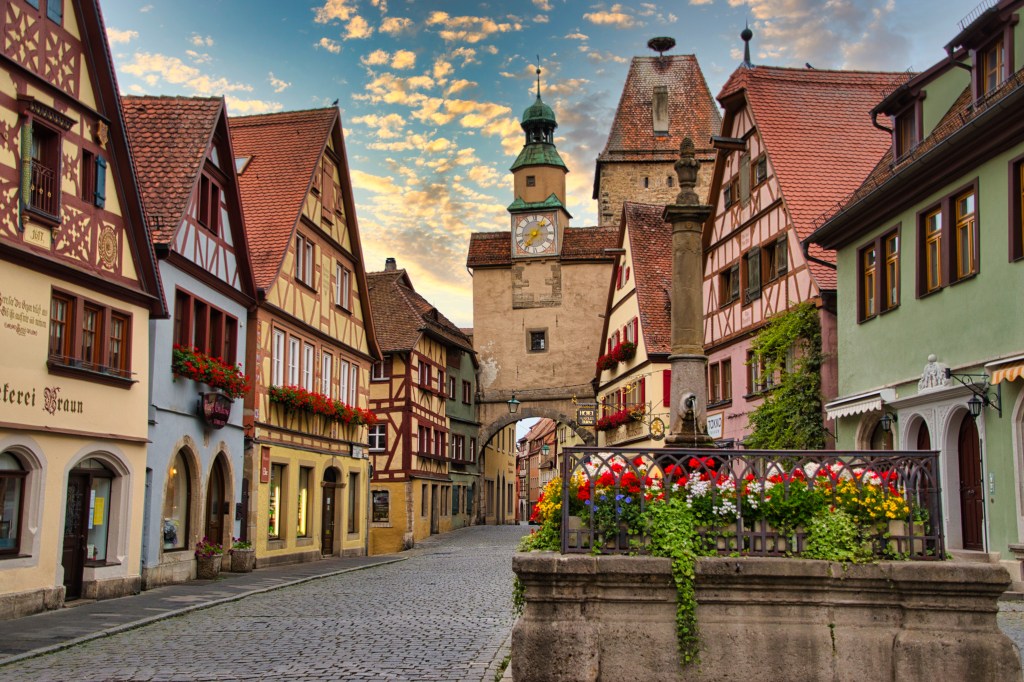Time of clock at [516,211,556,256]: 8:36
